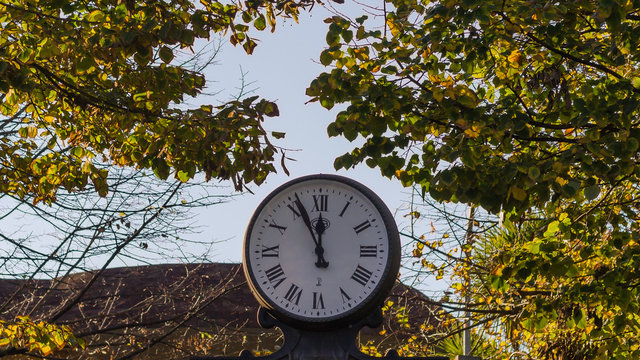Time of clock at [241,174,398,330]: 11:55
